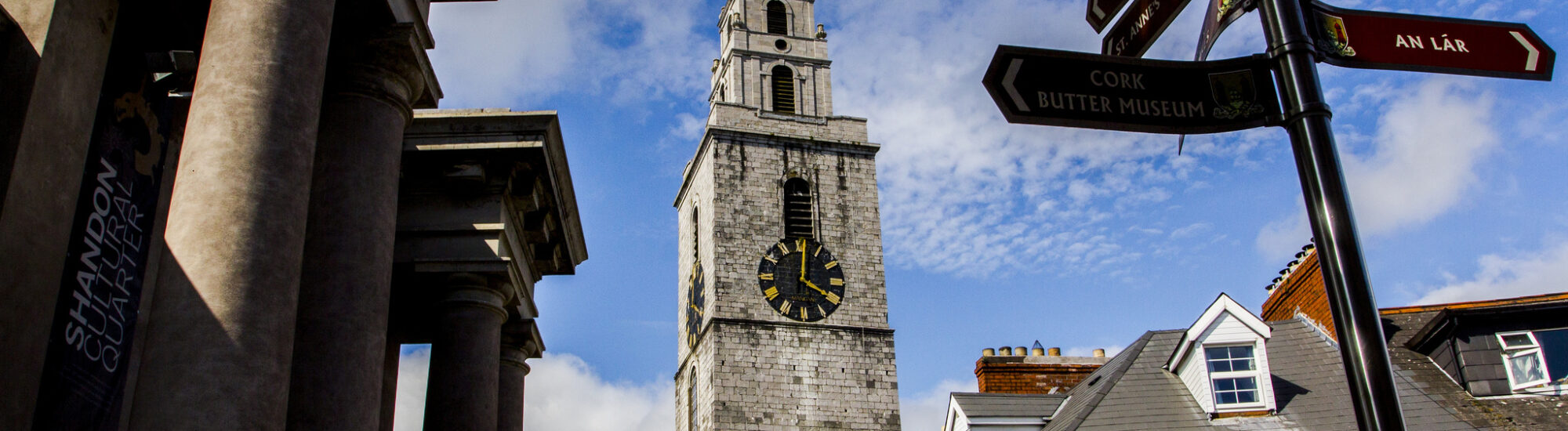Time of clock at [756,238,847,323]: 4:01
